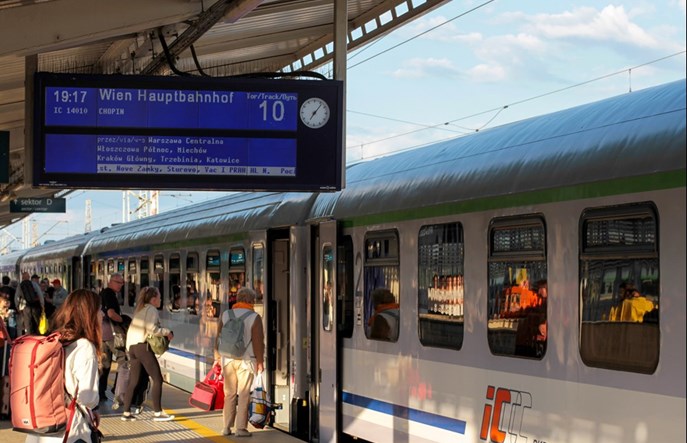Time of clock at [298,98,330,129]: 7:06
